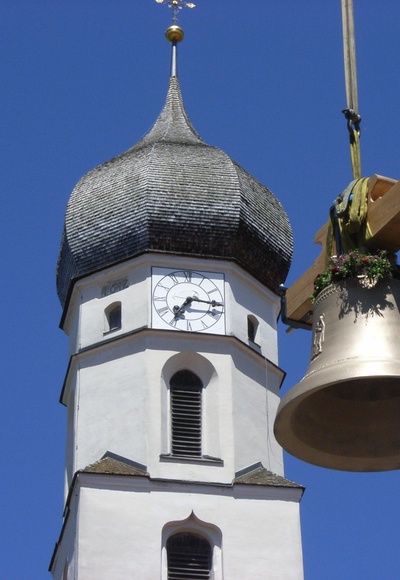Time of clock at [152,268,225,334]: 7:15
